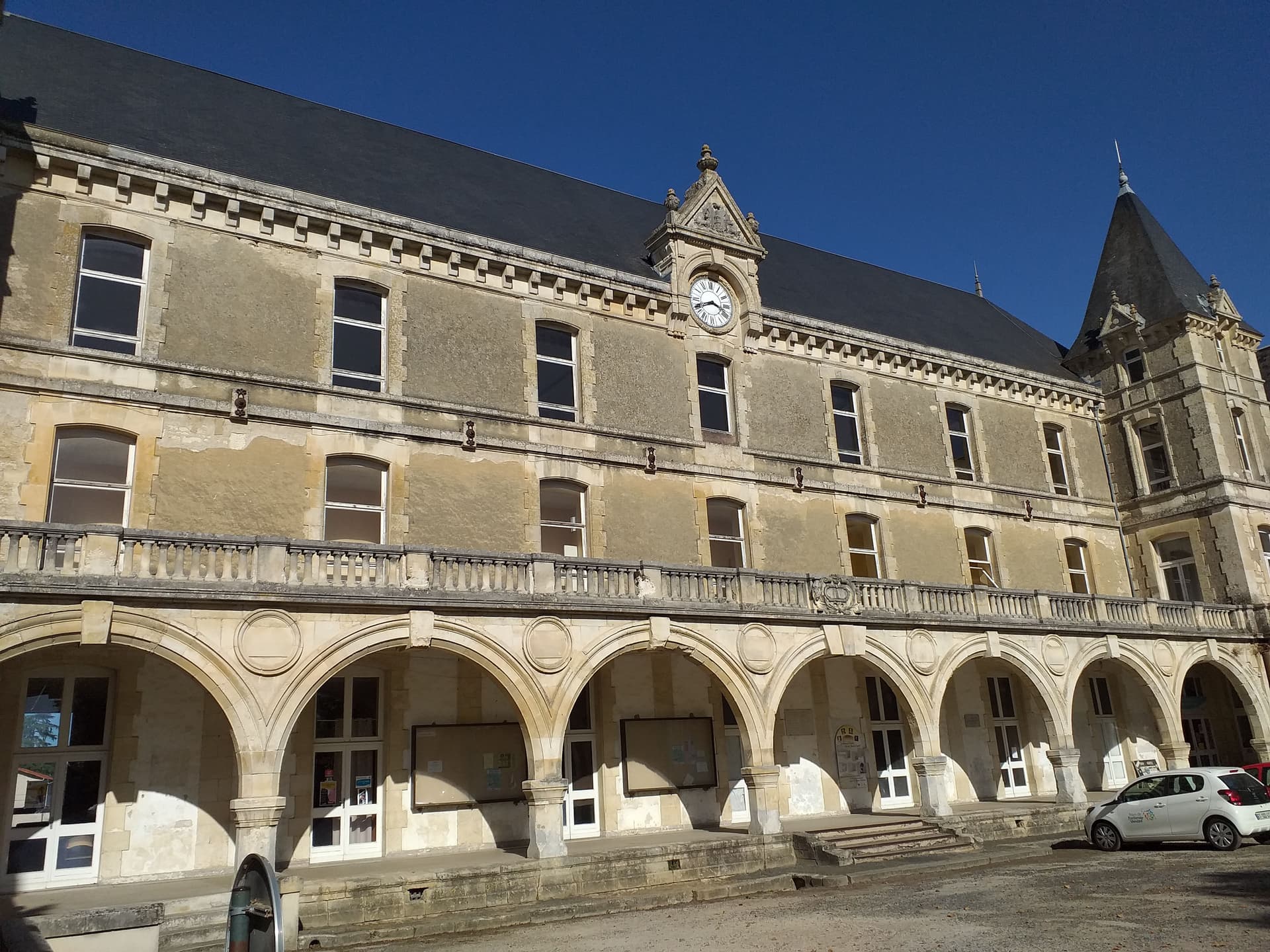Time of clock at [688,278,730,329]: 3:41
